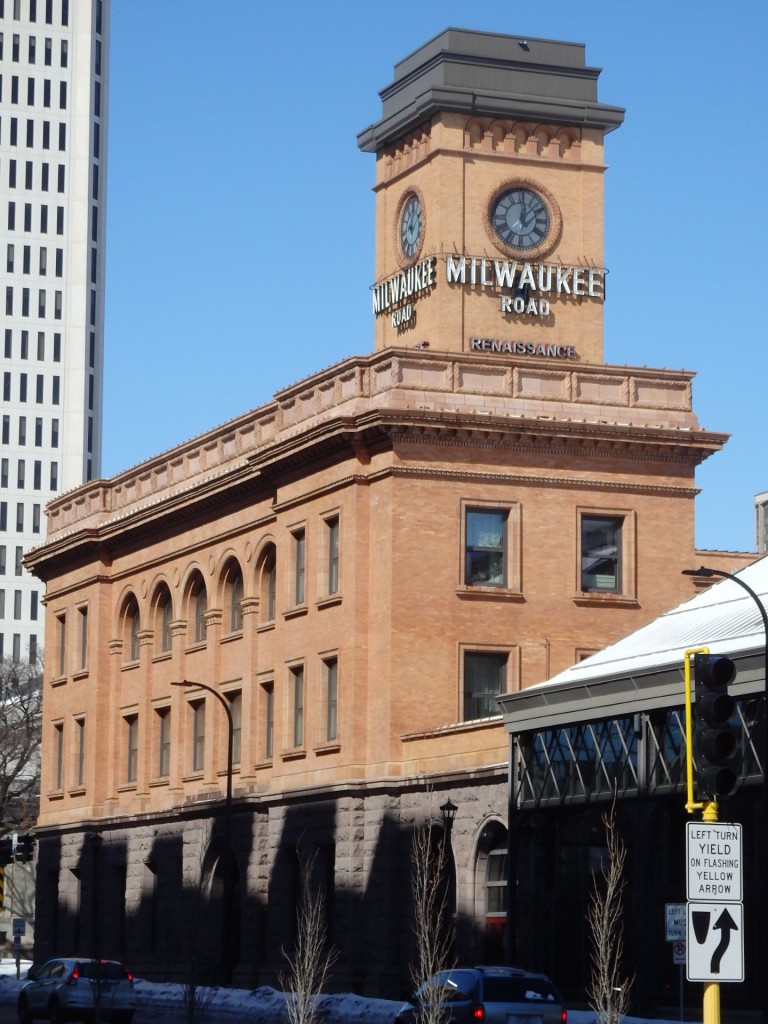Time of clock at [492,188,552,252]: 12:07
